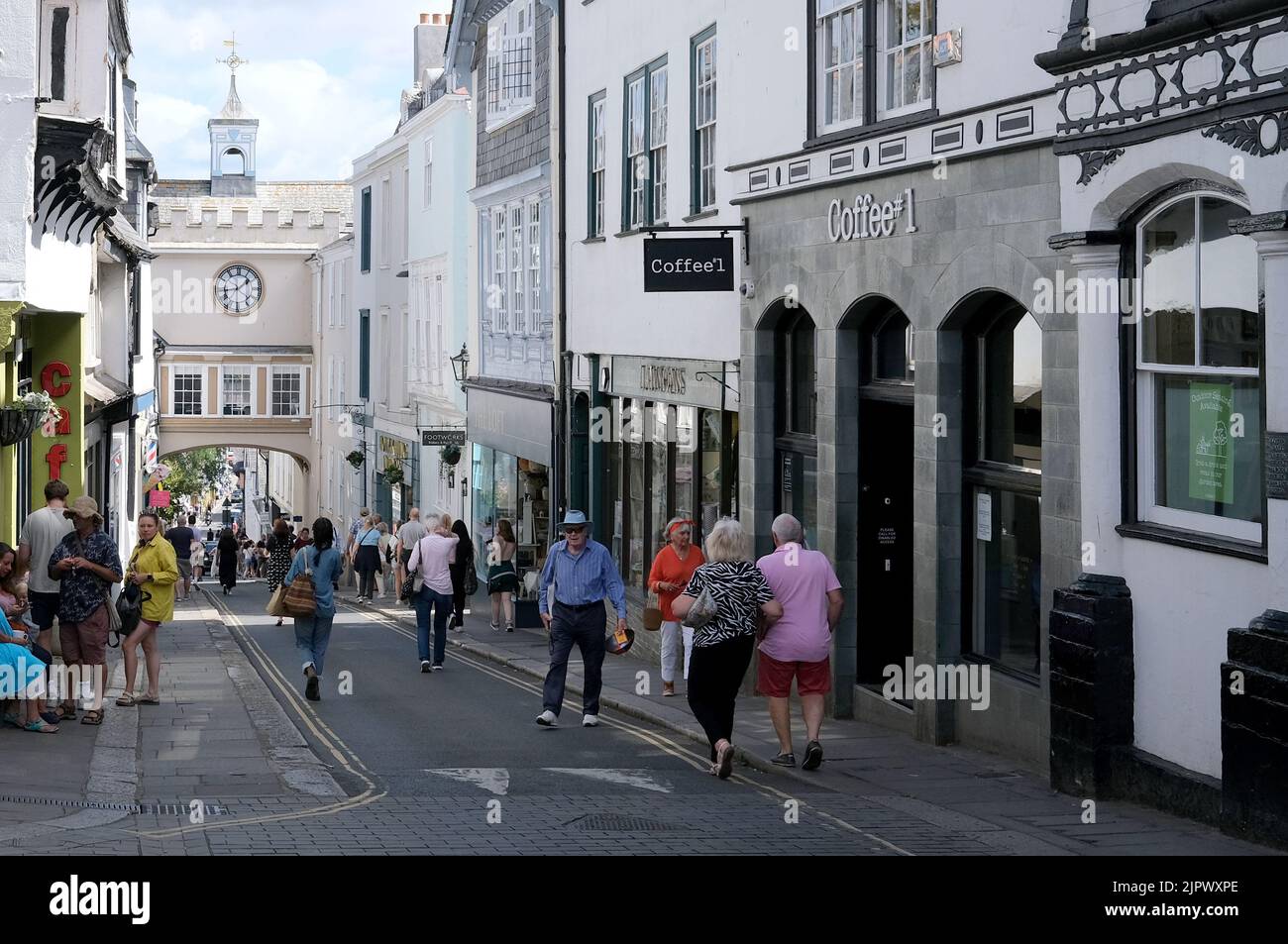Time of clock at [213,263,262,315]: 1:43
